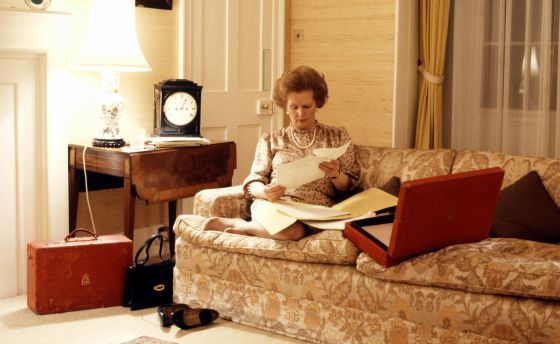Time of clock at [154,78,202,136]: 3:04
